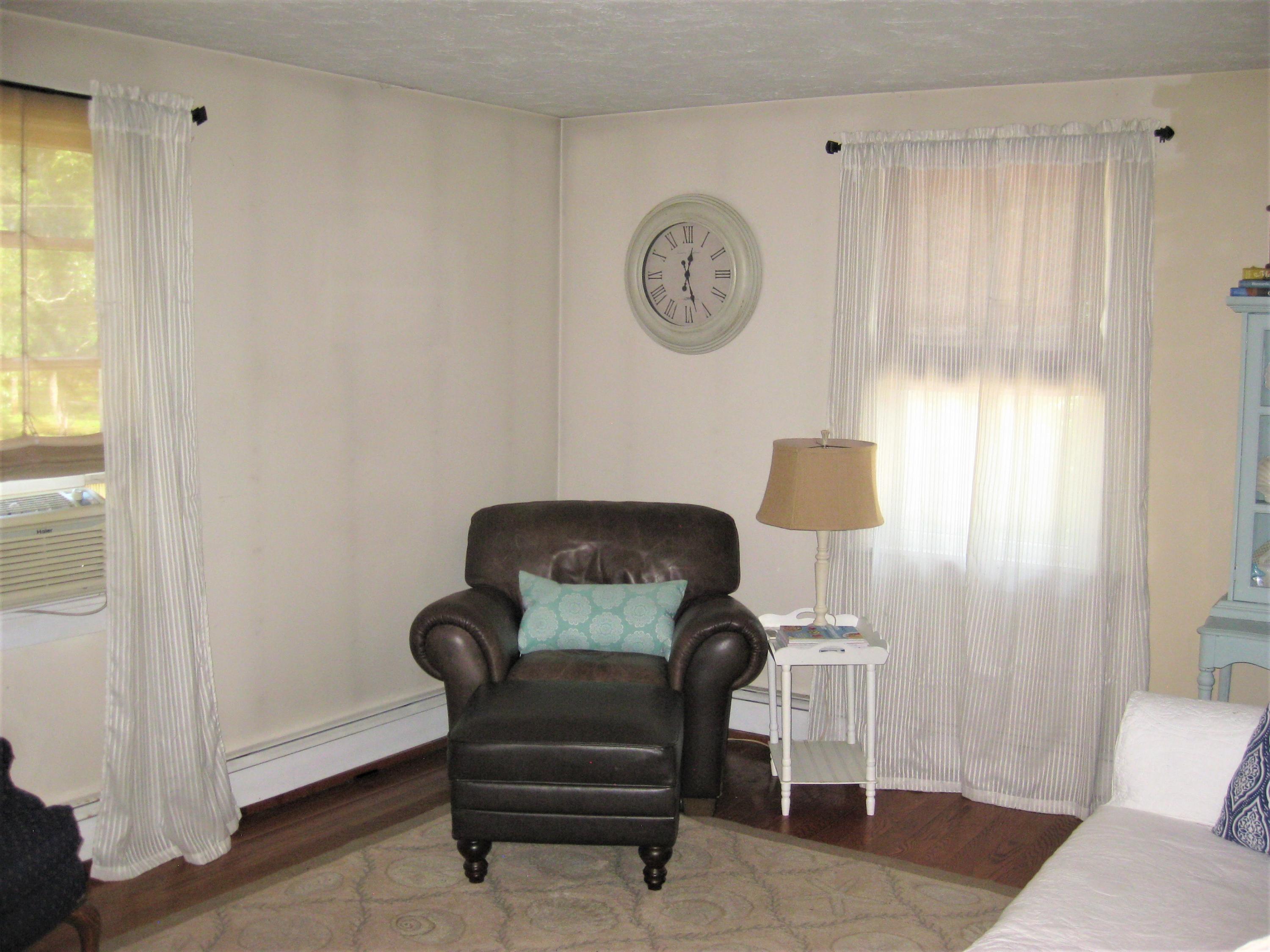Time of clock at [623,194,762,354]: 12:27
